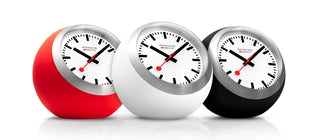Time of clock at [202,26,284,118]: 10:07
